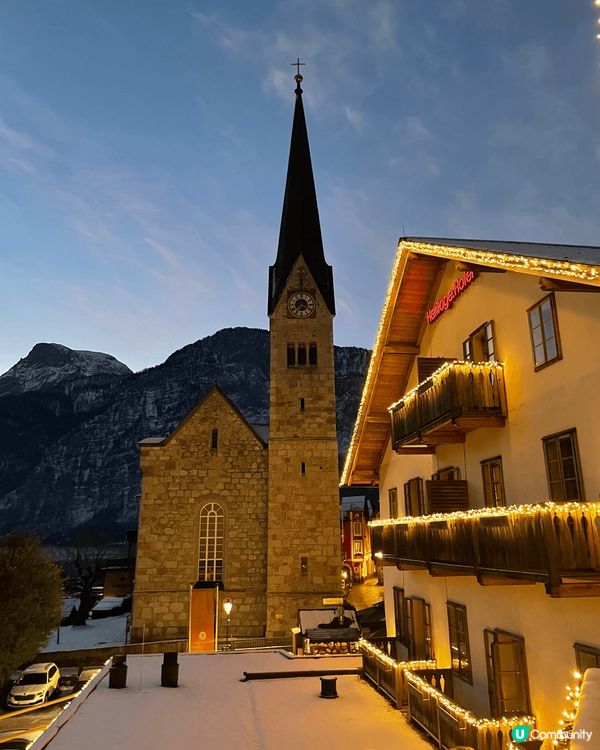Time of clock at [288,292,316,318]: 7:19
